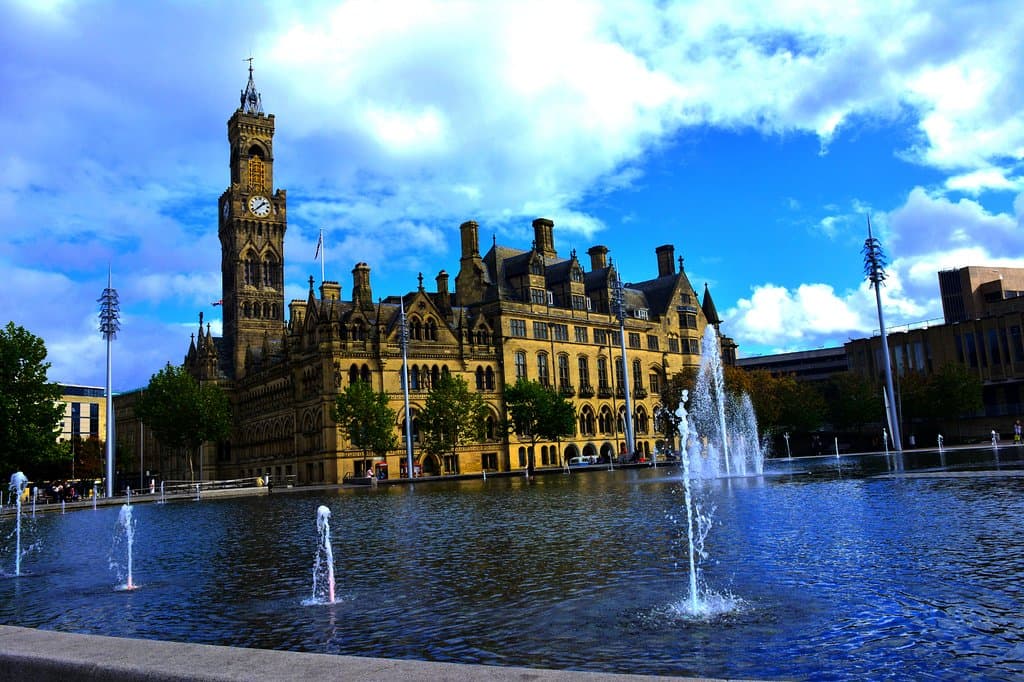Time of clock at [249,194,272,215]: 1:38
